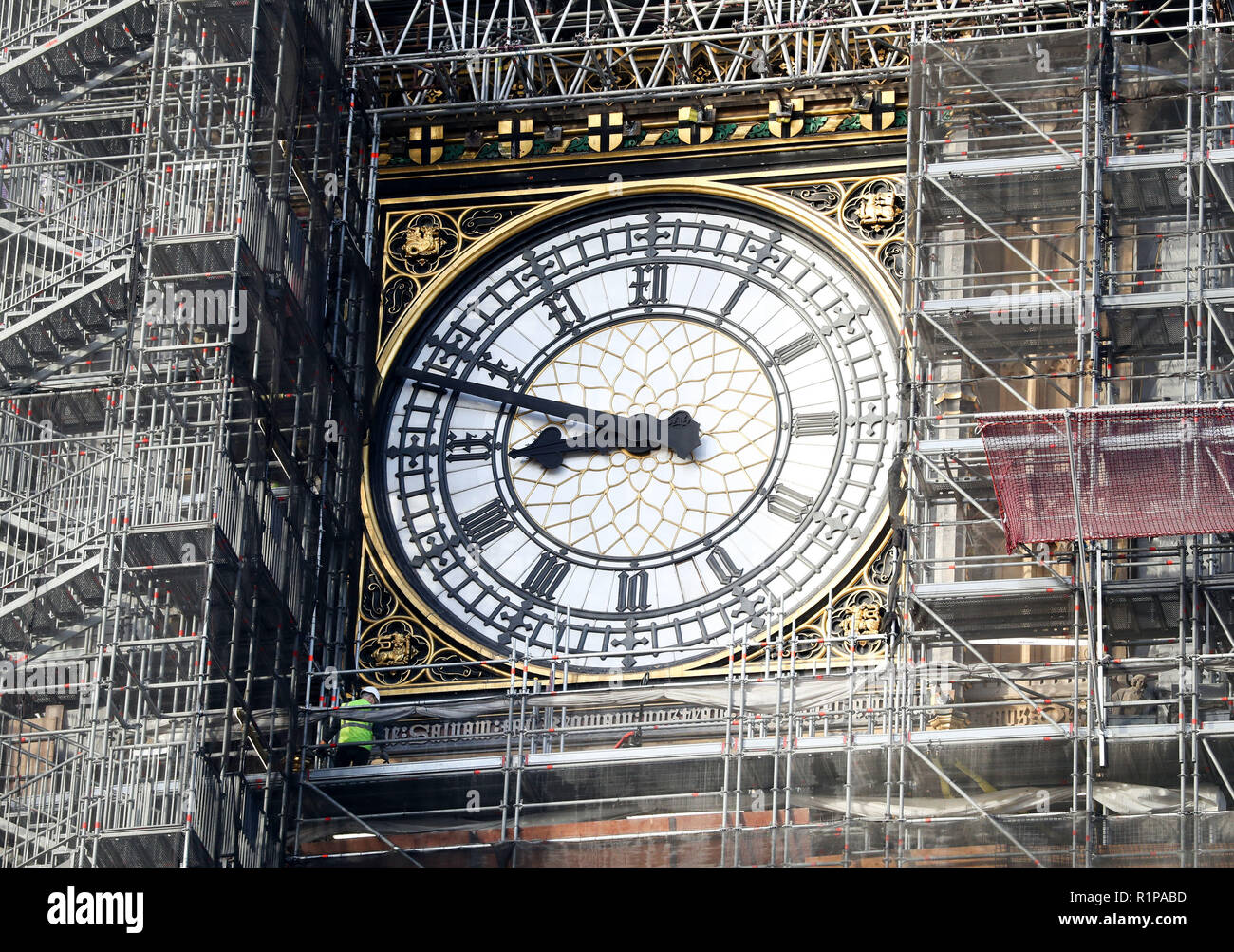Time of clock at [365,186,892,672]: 8:47
